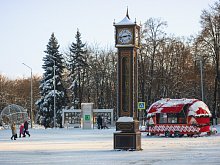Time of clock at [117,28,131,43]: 2:42
